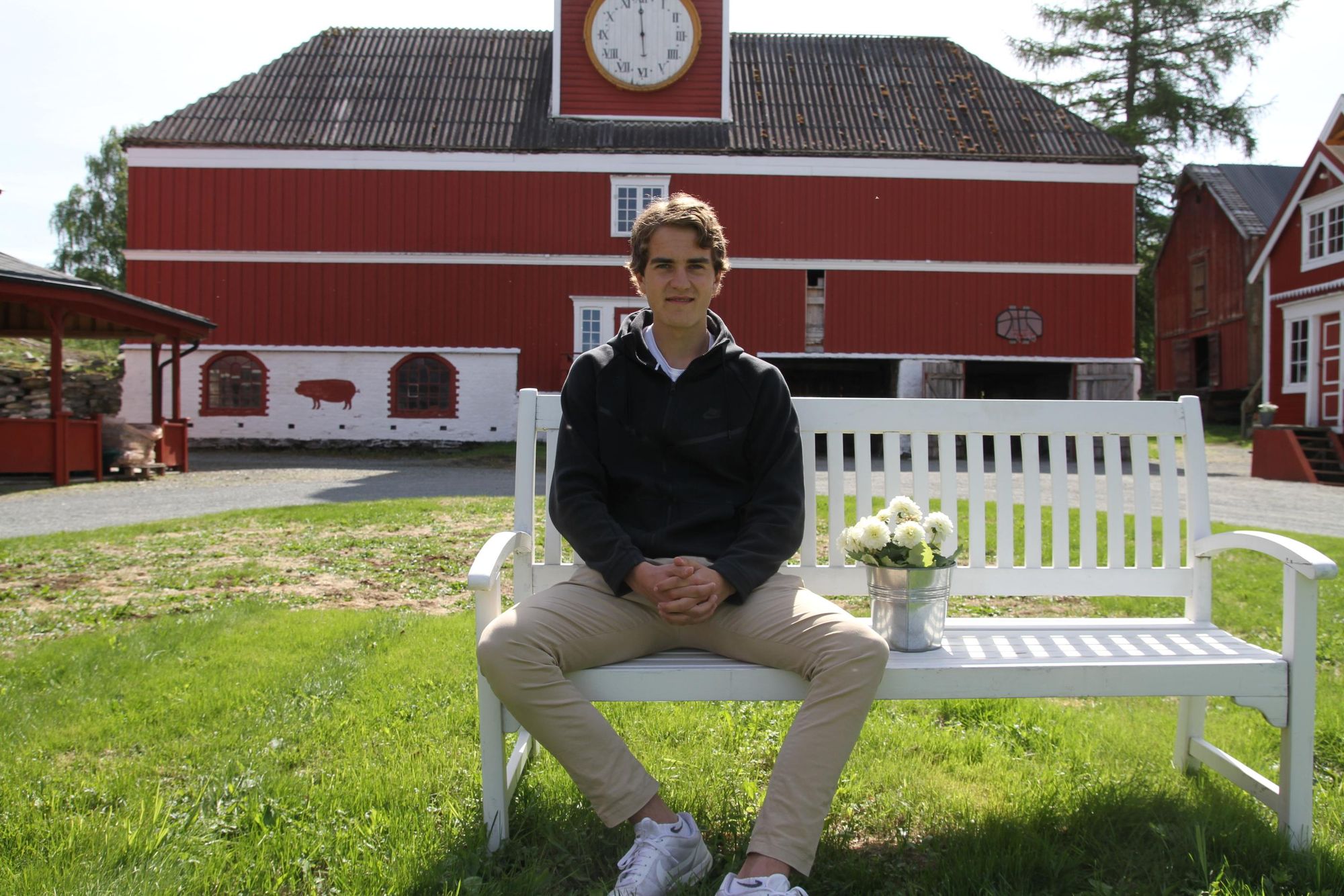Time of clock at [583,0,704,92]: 5:59
